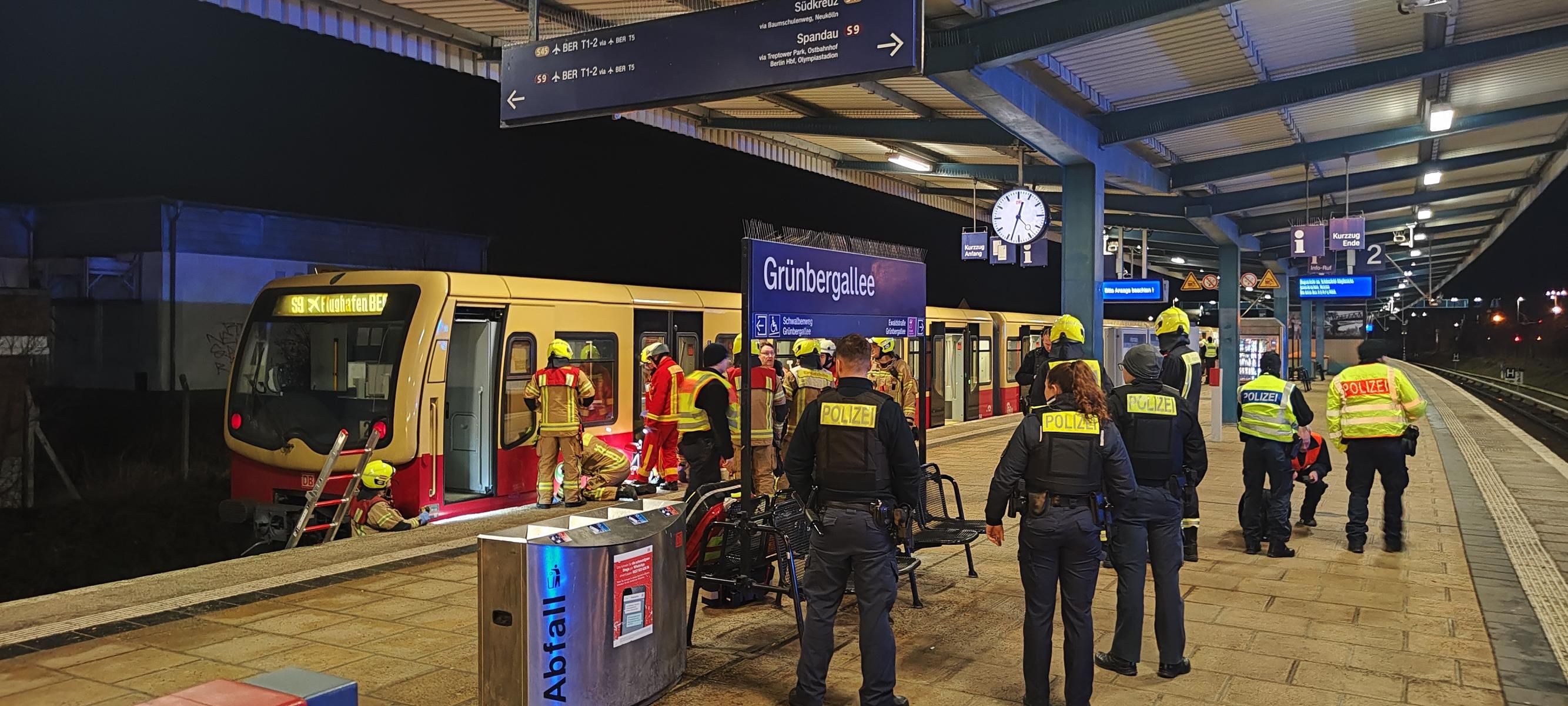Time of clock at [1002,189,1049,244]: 12:33
